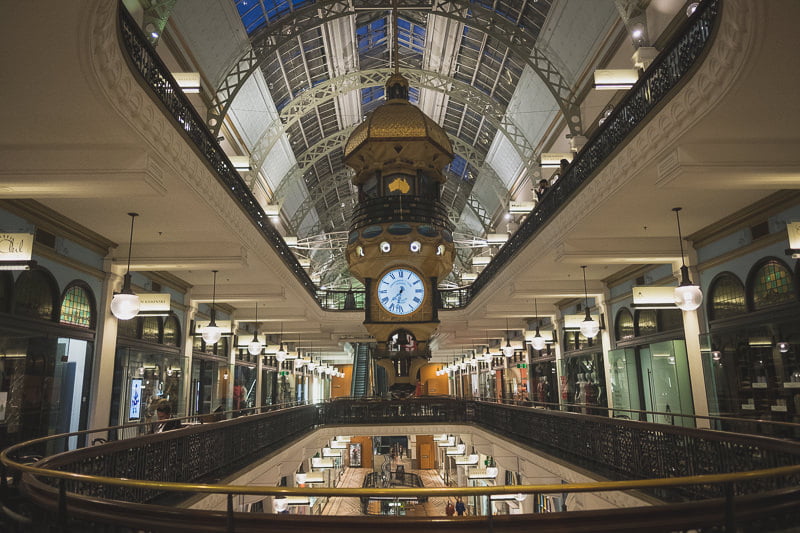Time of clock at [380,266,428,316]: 7:32
